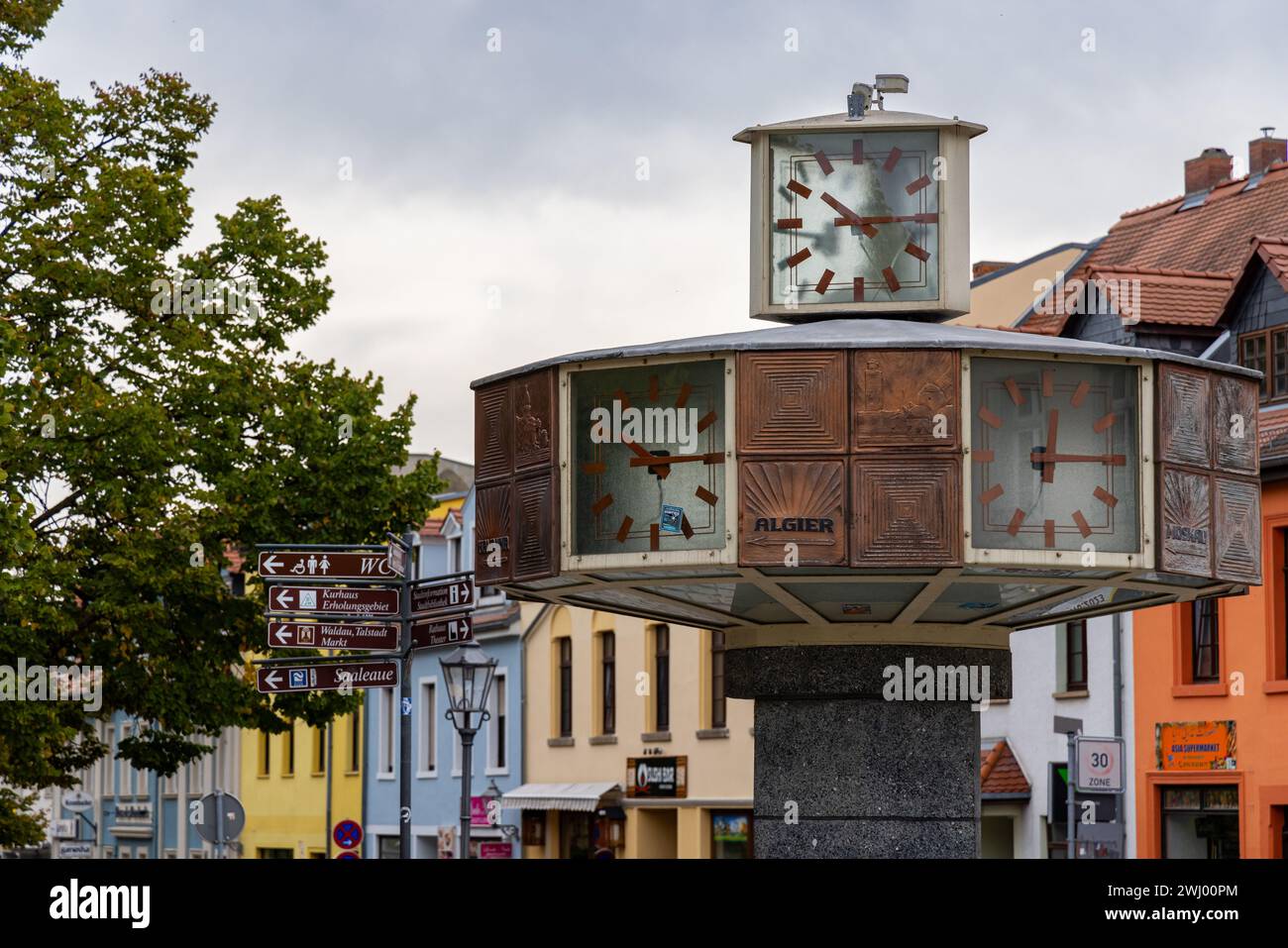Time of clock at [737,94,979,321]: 10:14
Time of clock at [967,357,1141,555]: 12:14
